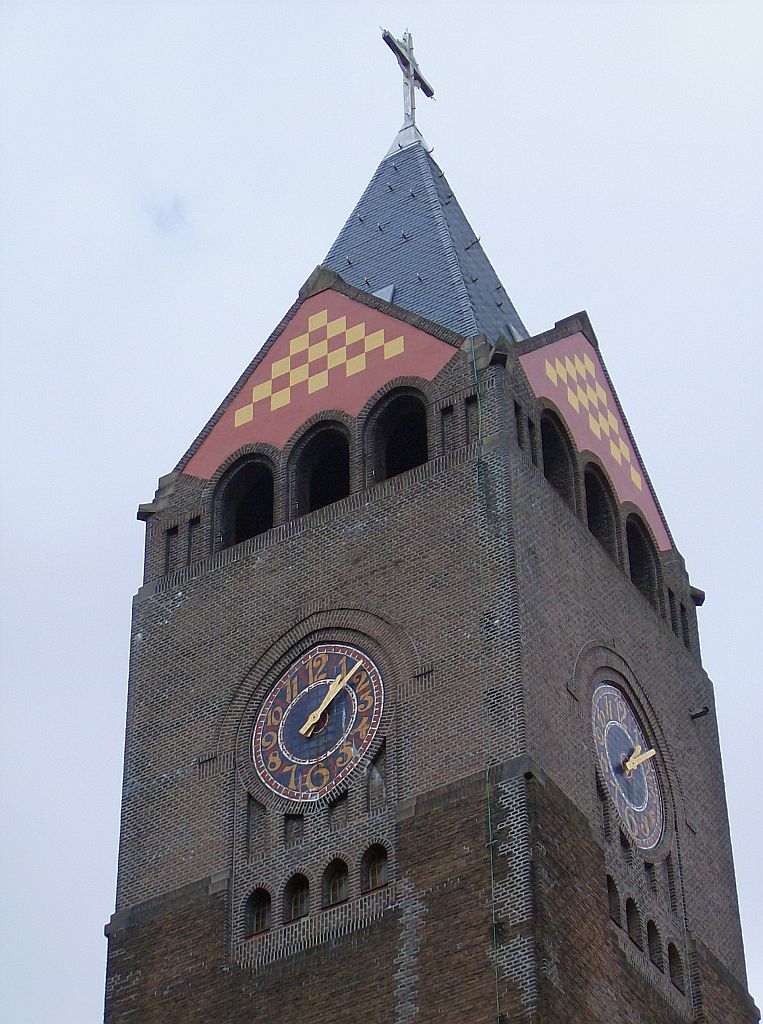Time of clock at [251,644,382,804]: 1:07
